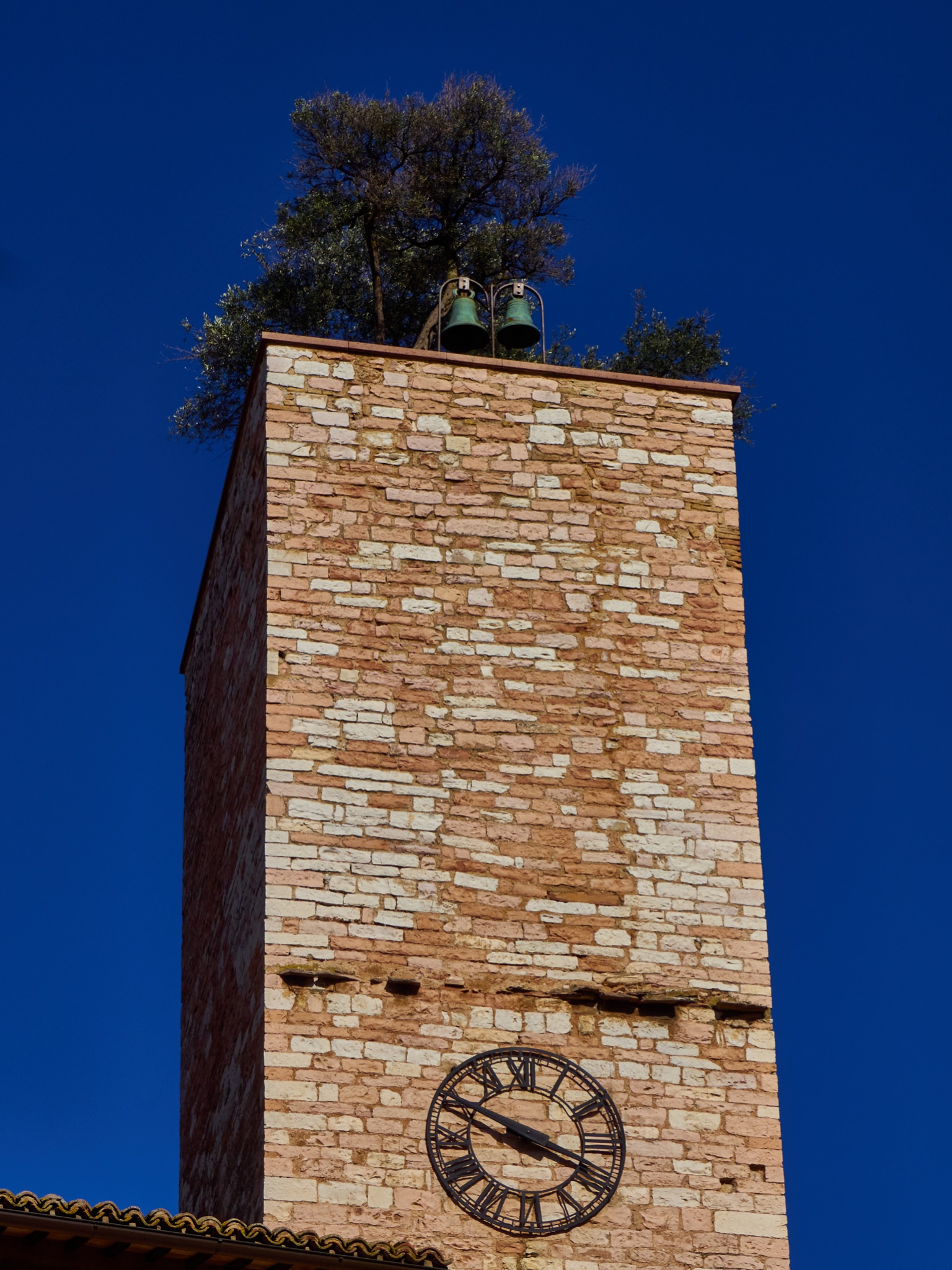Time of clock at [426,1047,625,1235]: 3:48
